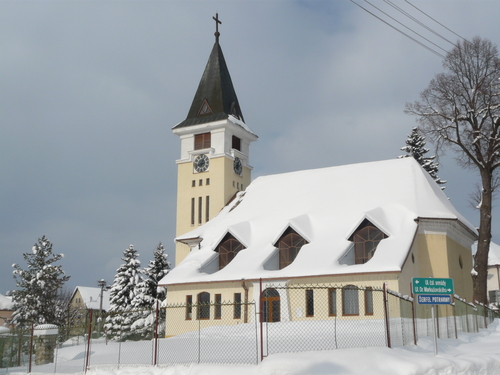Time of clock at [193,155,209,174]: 12:42
